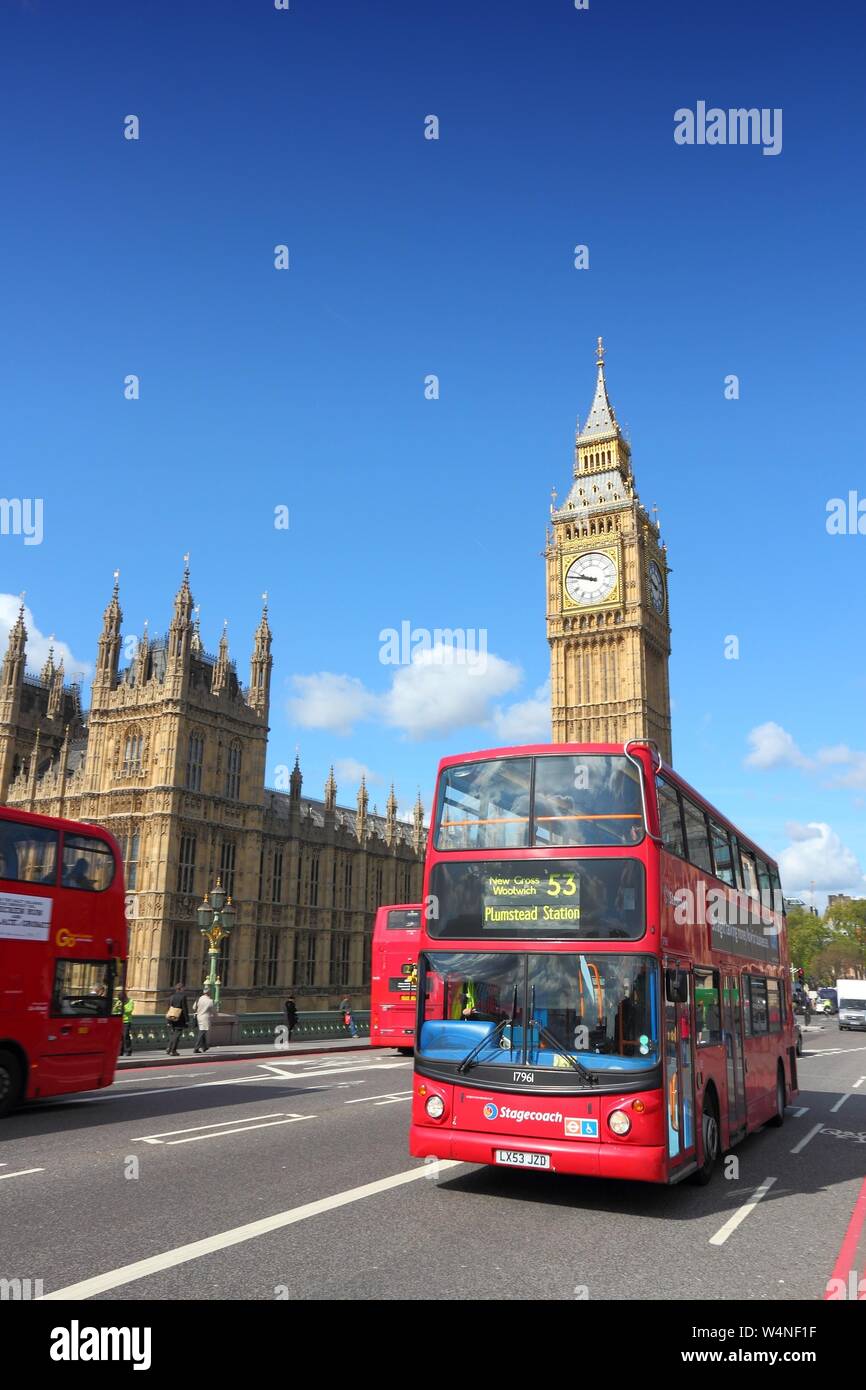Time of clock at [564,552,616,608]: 9:47
